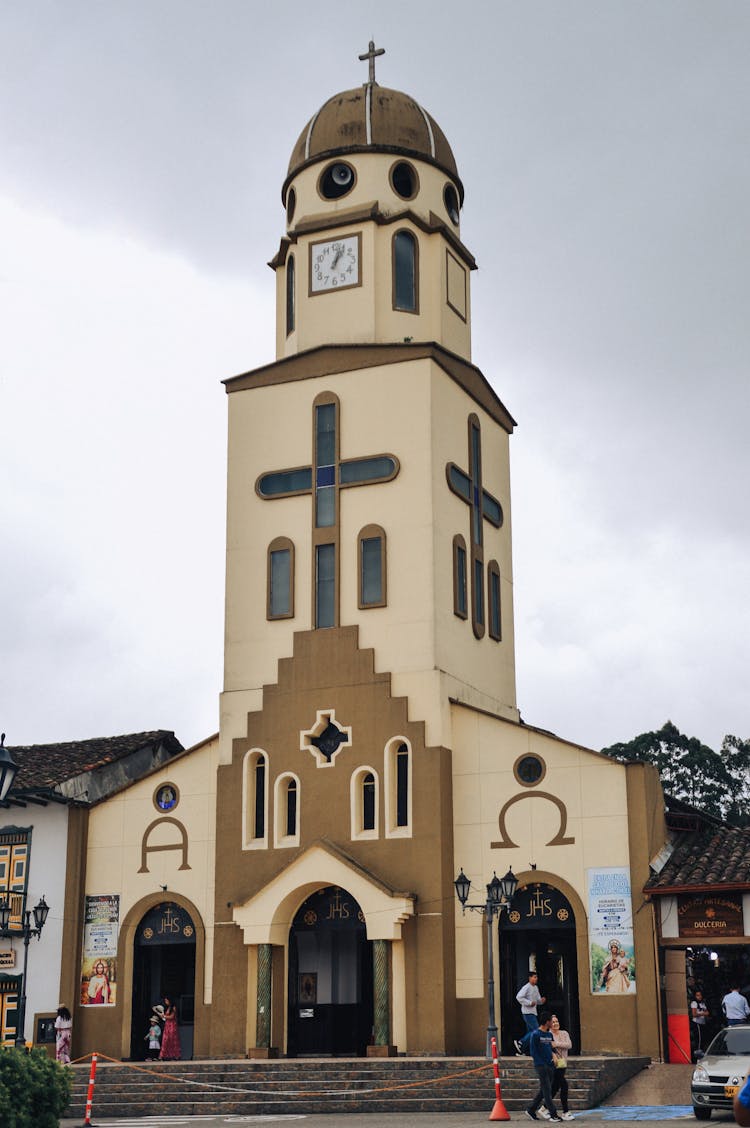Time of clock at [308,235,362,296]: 1:03
